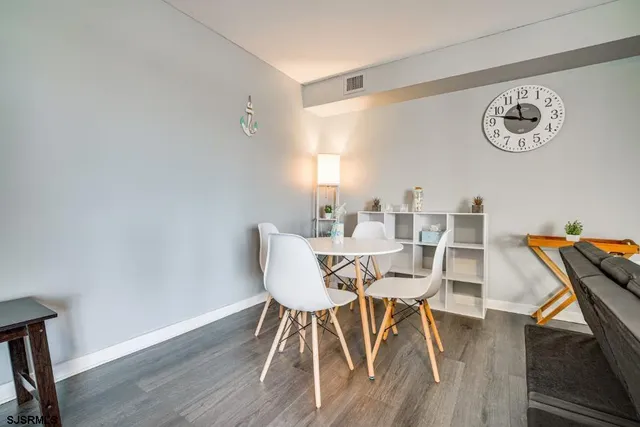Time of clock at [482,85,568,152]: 11:47
